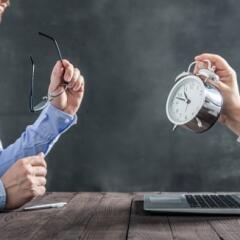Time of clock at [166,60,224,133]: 10:48
